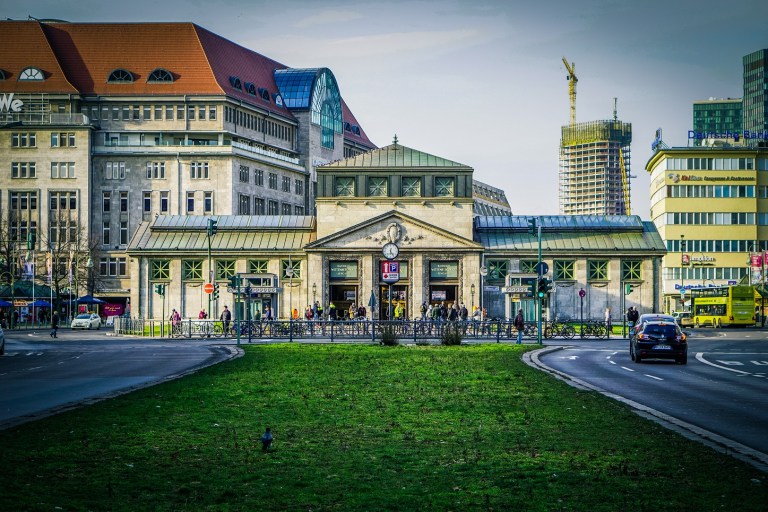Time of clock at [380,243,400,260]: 12:23
